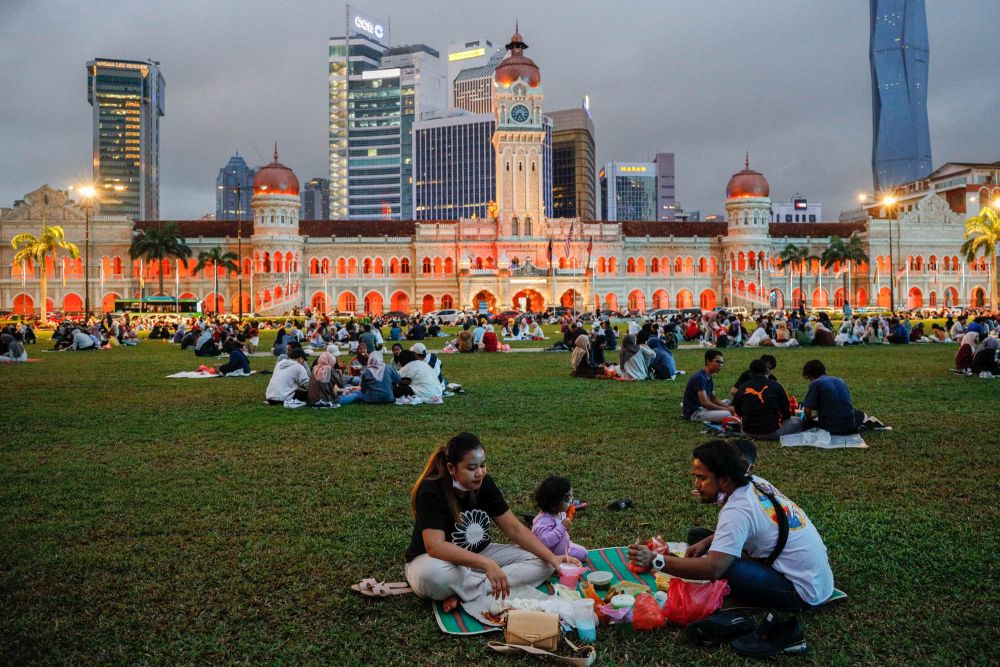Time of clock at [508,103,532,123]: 7:25
